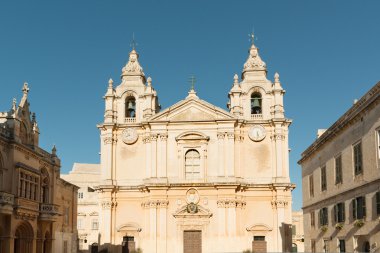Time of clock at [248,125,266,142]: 5:30
